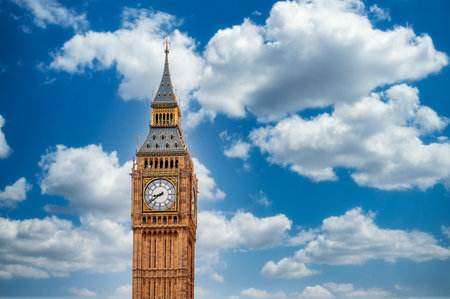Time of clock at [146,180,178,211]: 8:39
